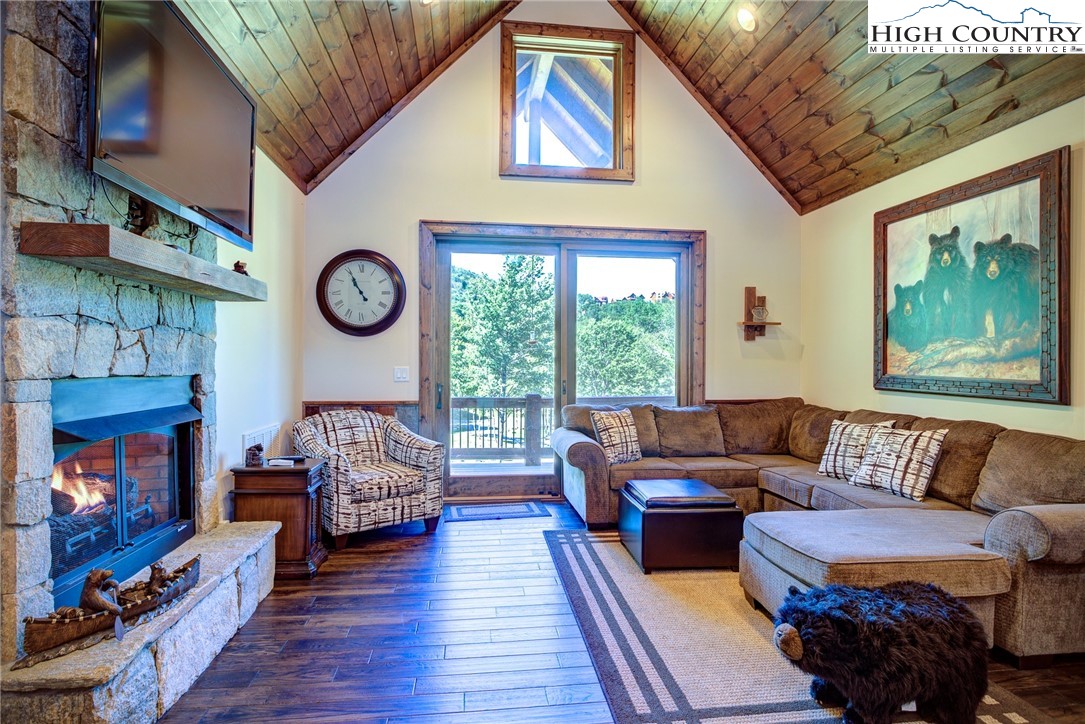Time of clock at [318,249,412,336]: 10:55
